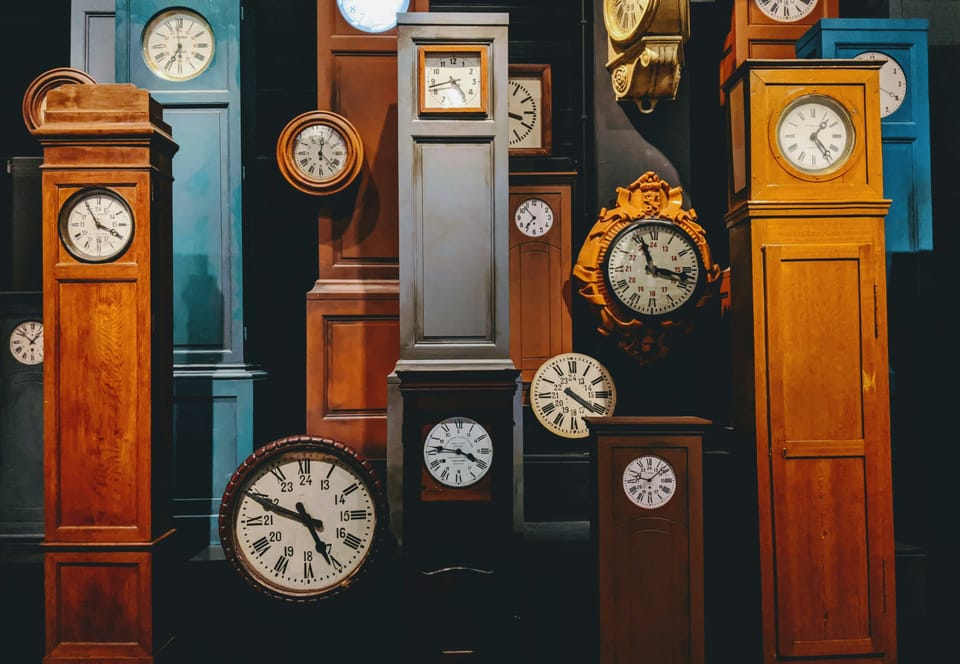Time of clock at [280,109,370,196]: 12:22
